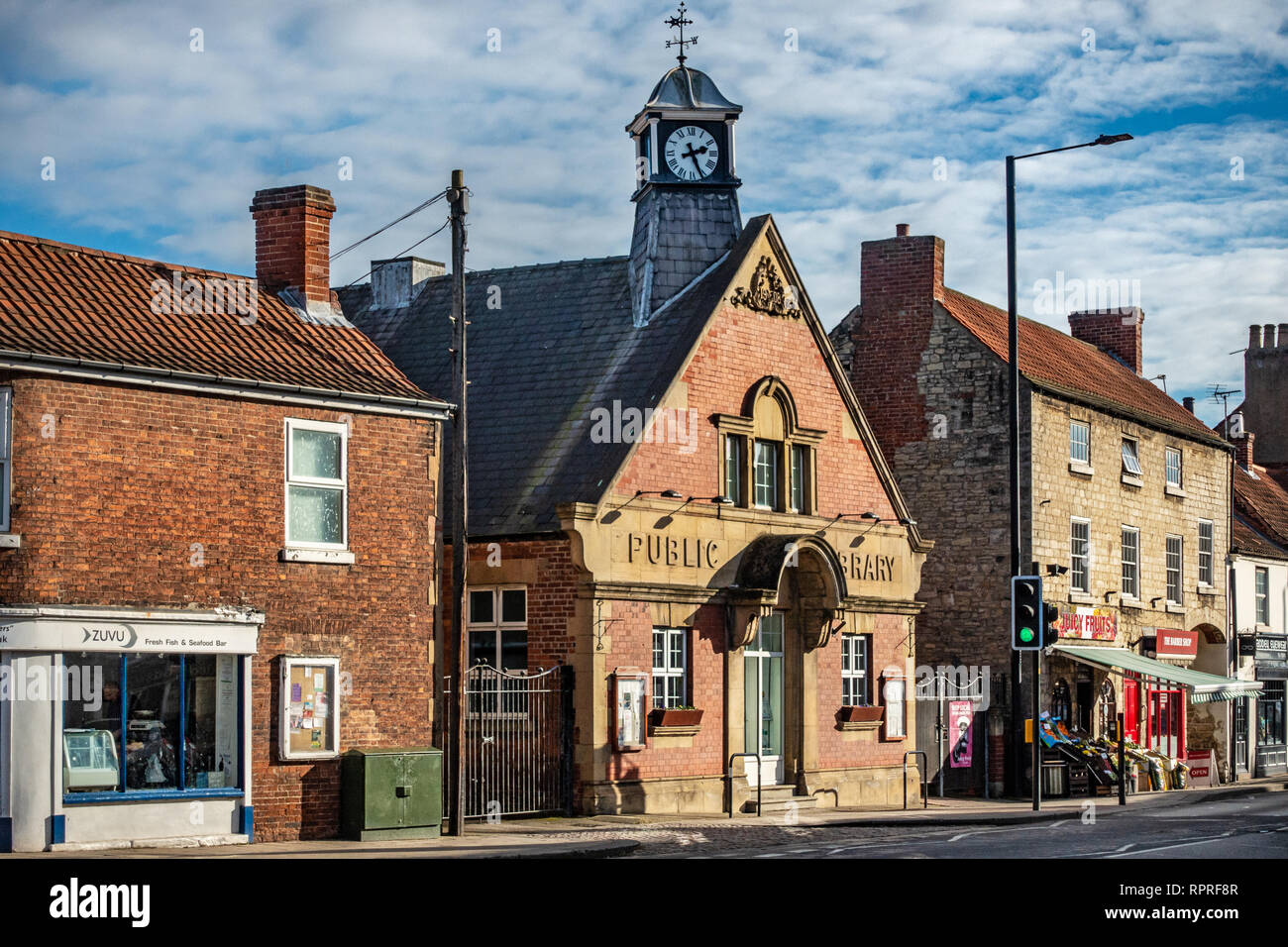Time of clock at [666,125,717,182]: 2:26
